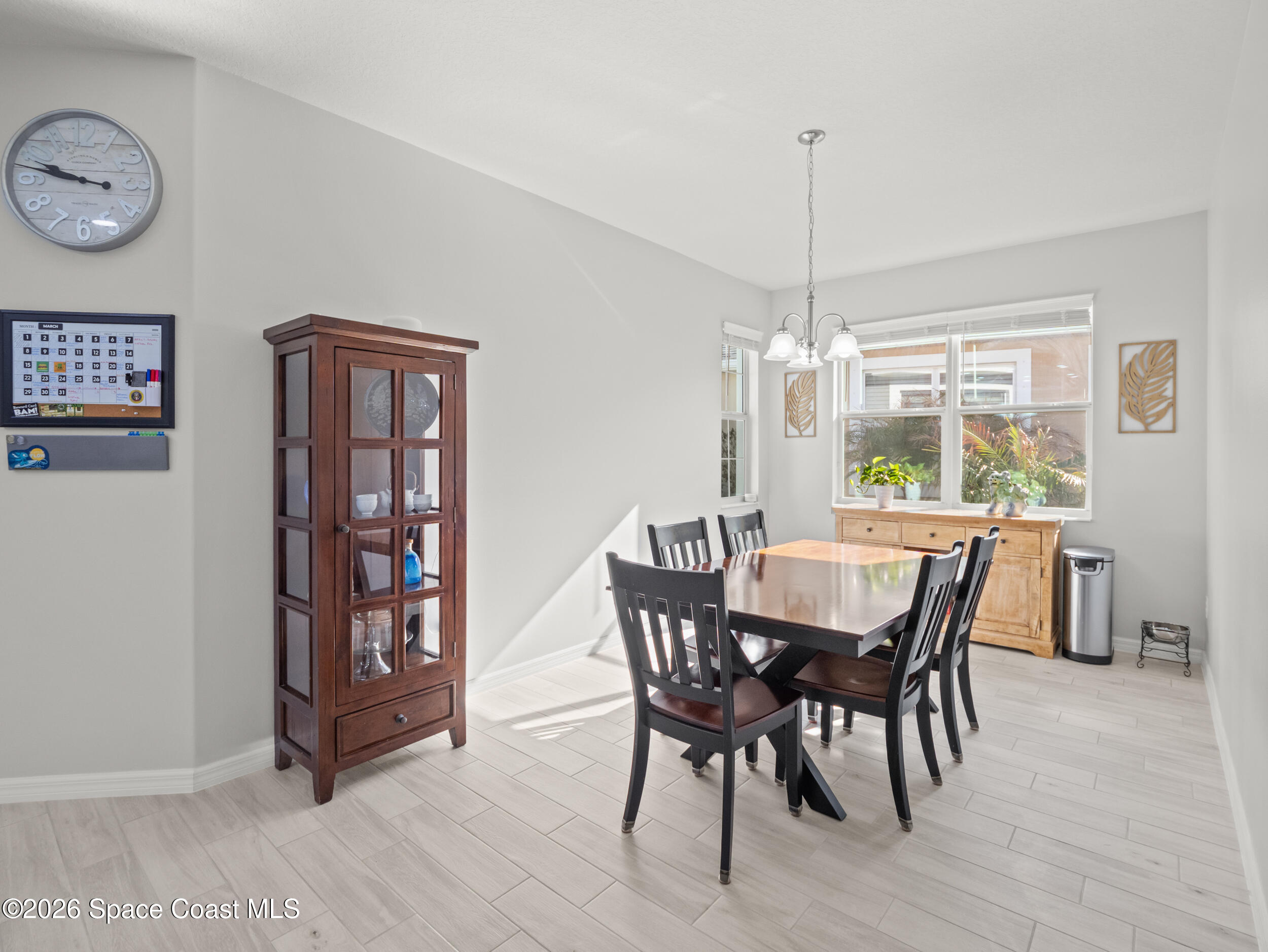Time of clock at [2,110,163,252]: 9:47
